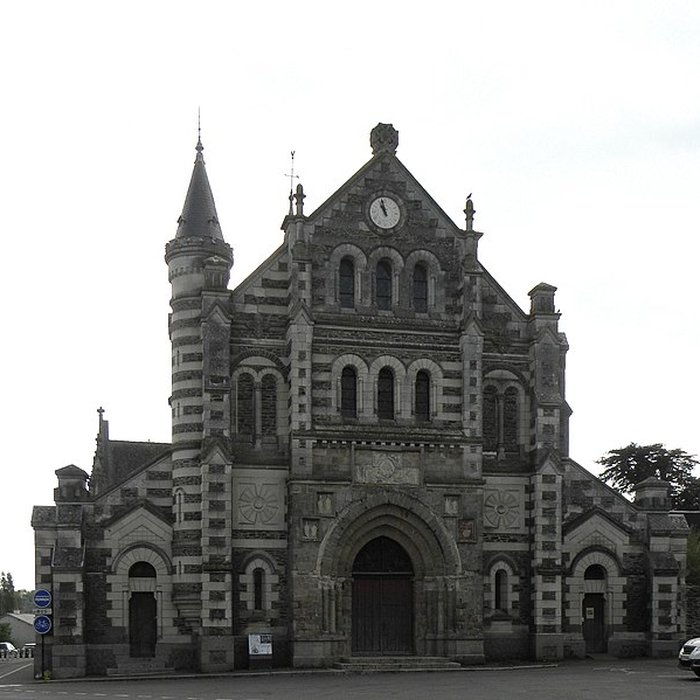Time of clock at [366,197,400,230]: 10:58
